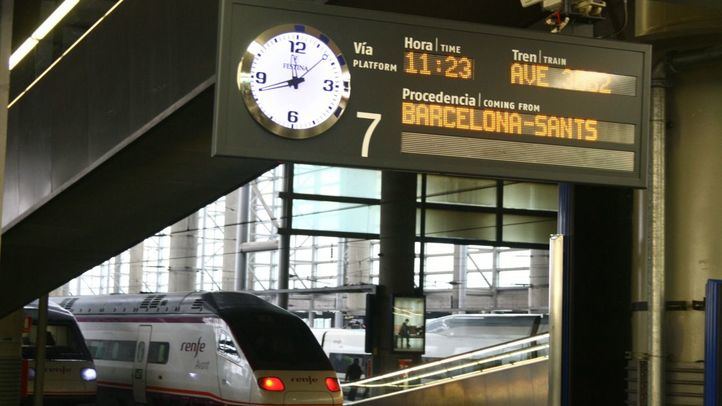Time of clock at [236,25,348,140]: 1:41
